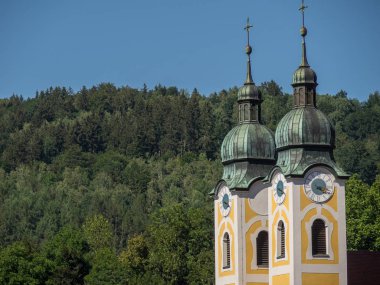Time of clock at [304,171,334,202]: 4:17
